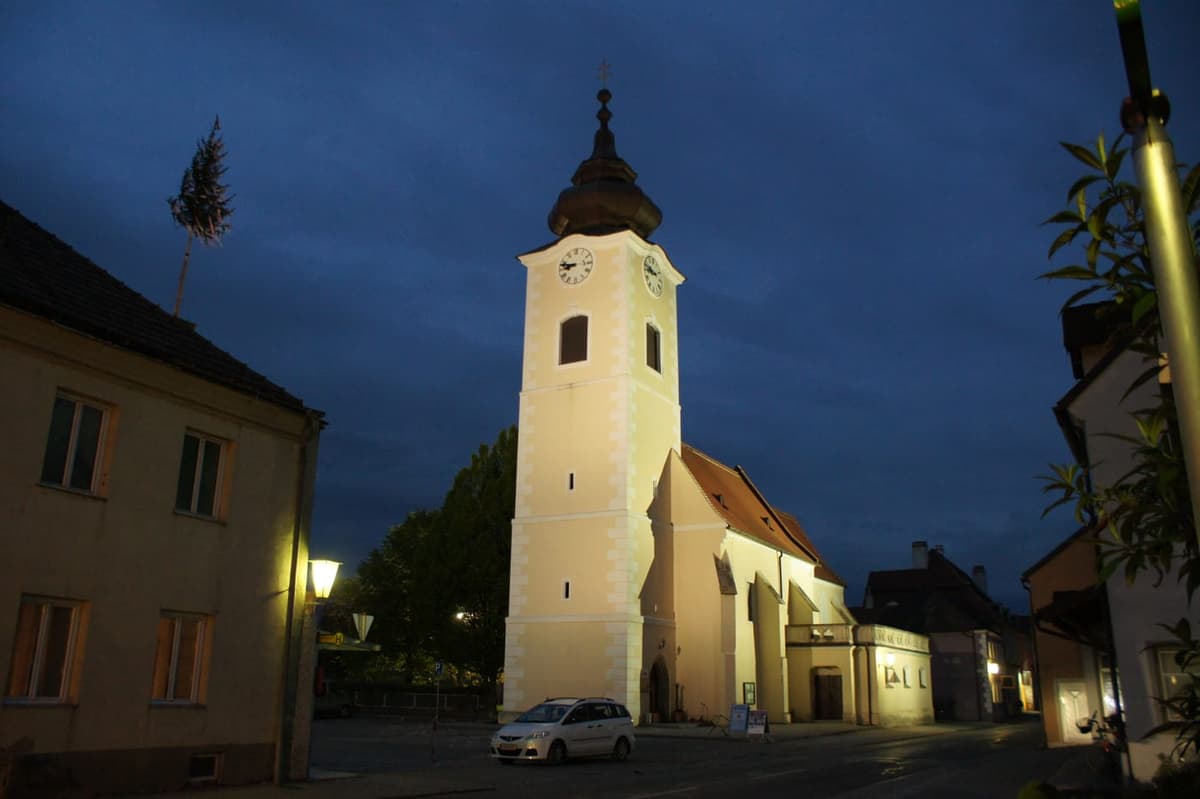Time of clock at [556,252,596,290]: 8:47
